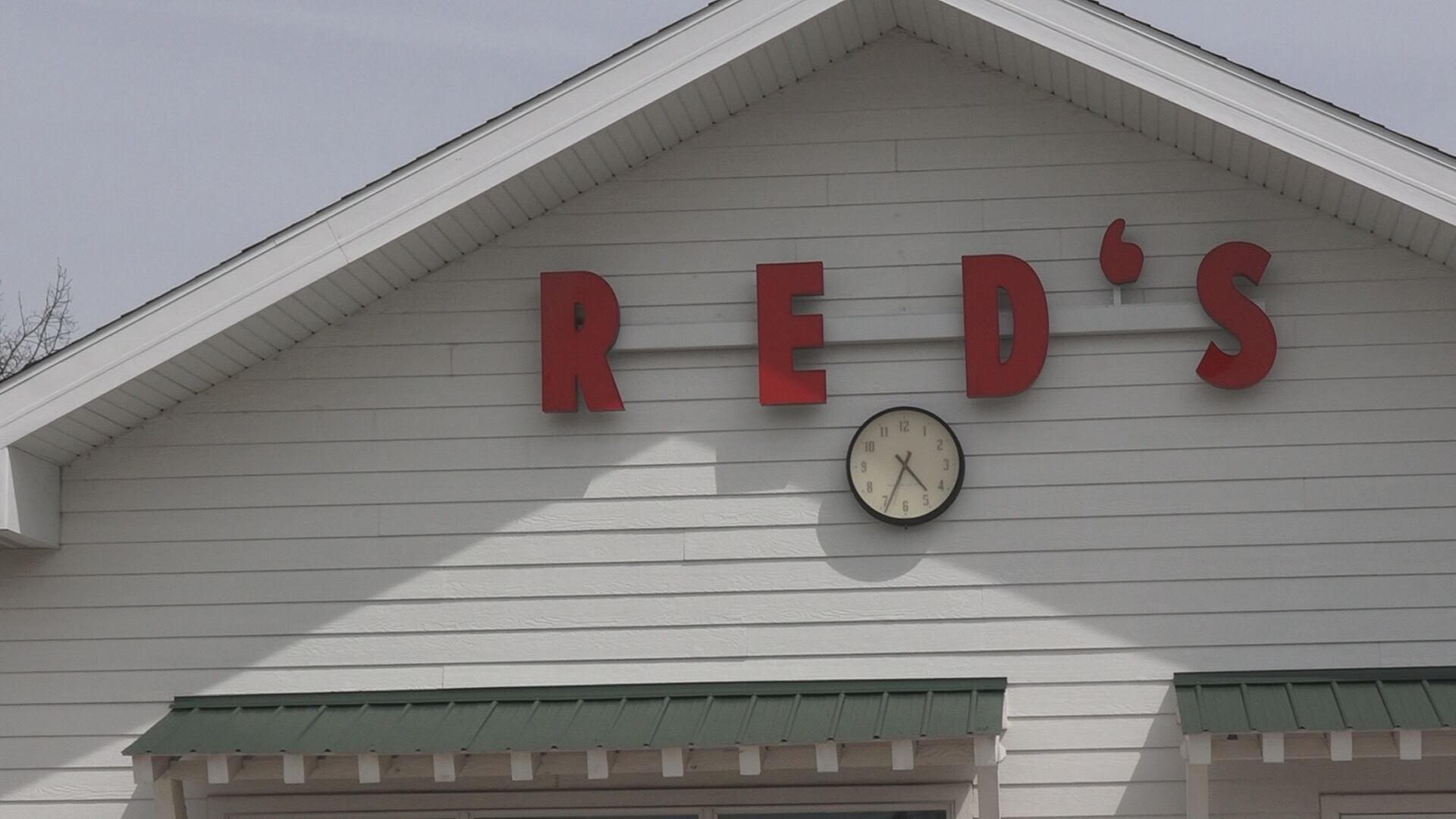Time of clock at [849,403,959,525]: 4:34
